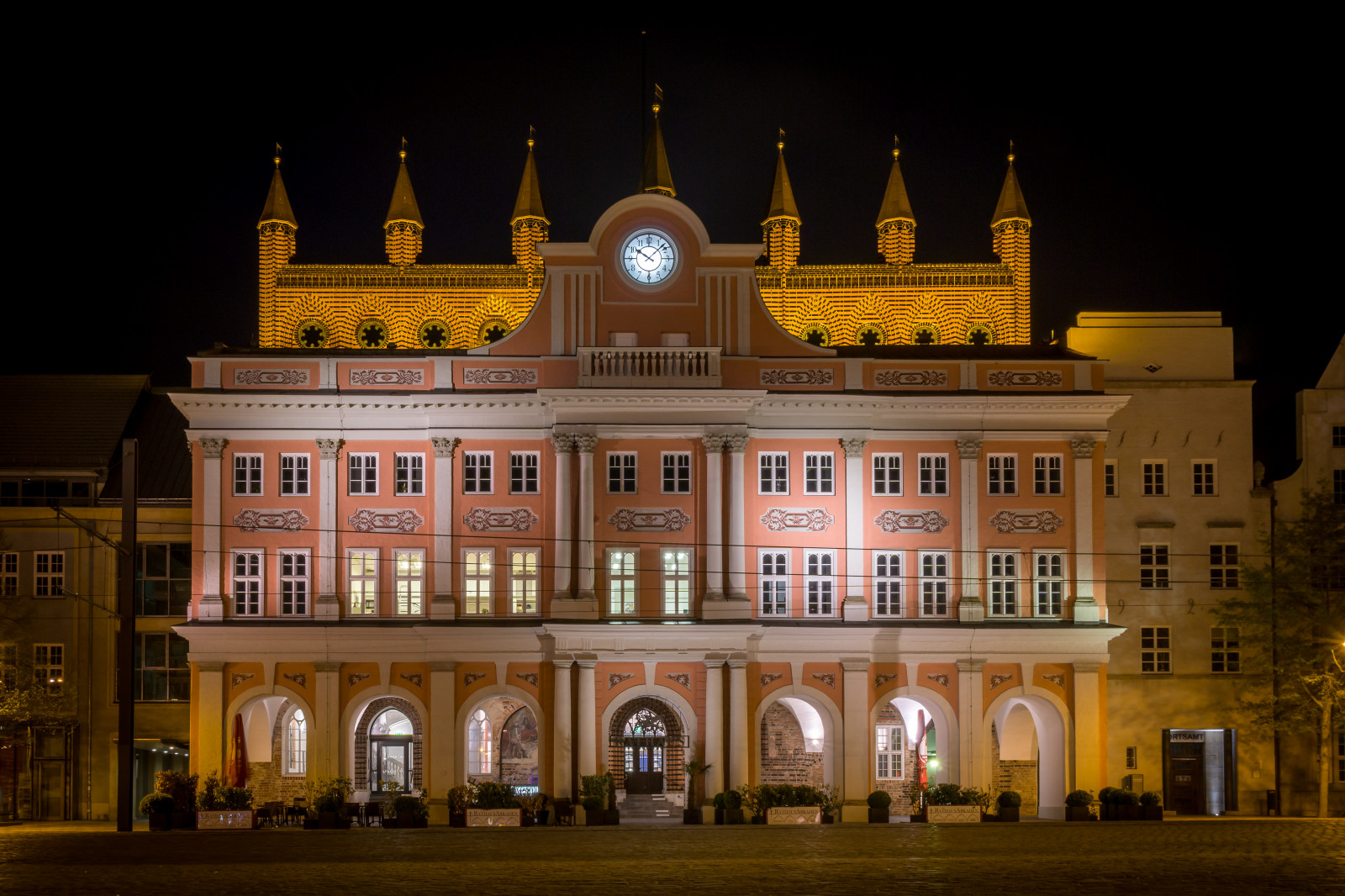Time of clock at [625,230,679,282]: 10:07
